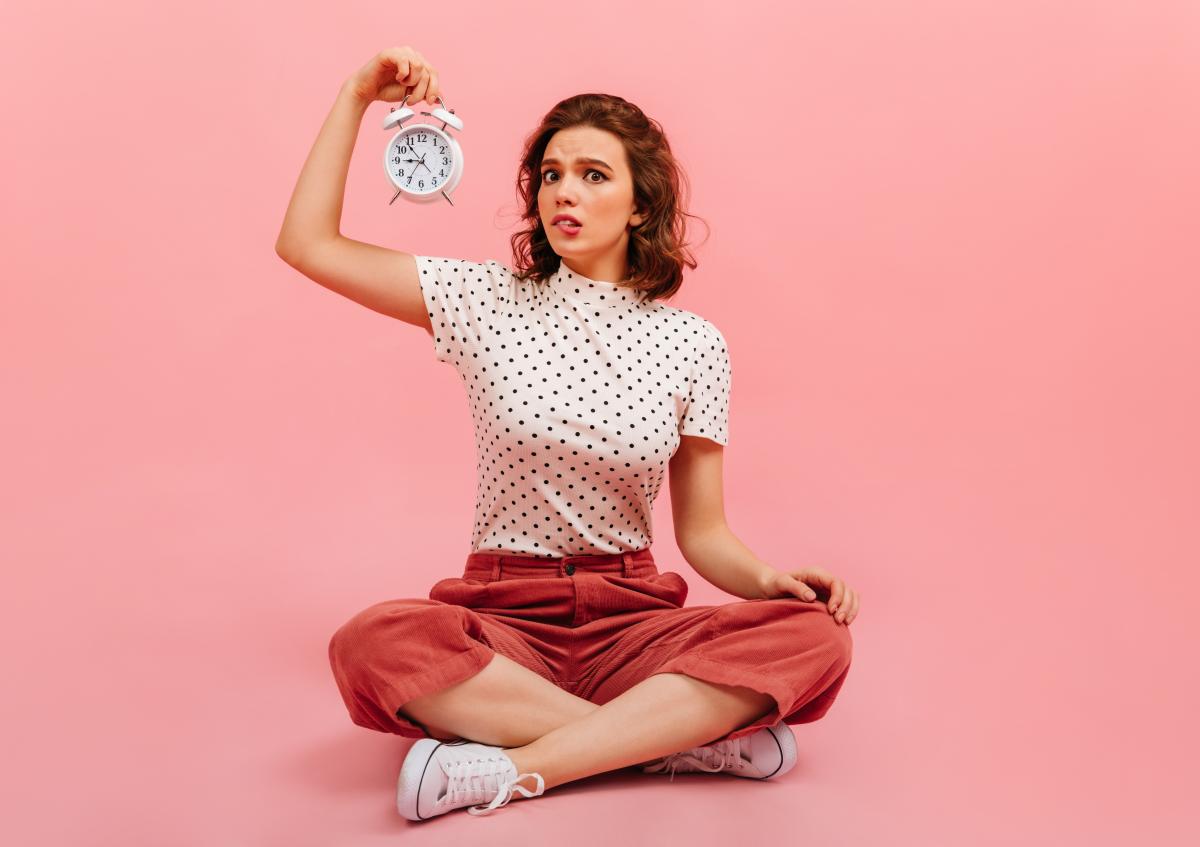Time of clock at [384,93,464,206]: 8:53
